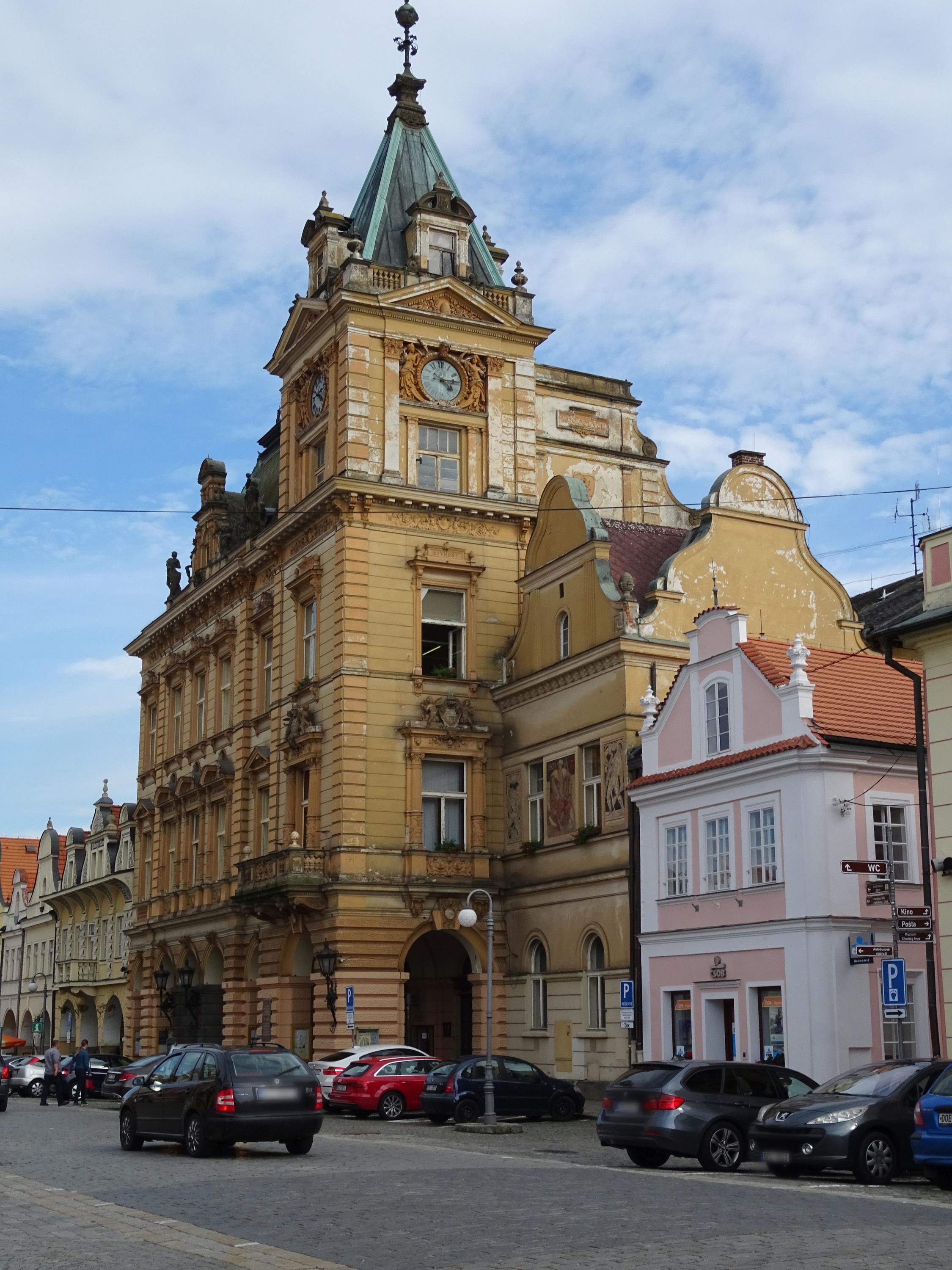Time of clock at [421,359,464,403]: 4:14
